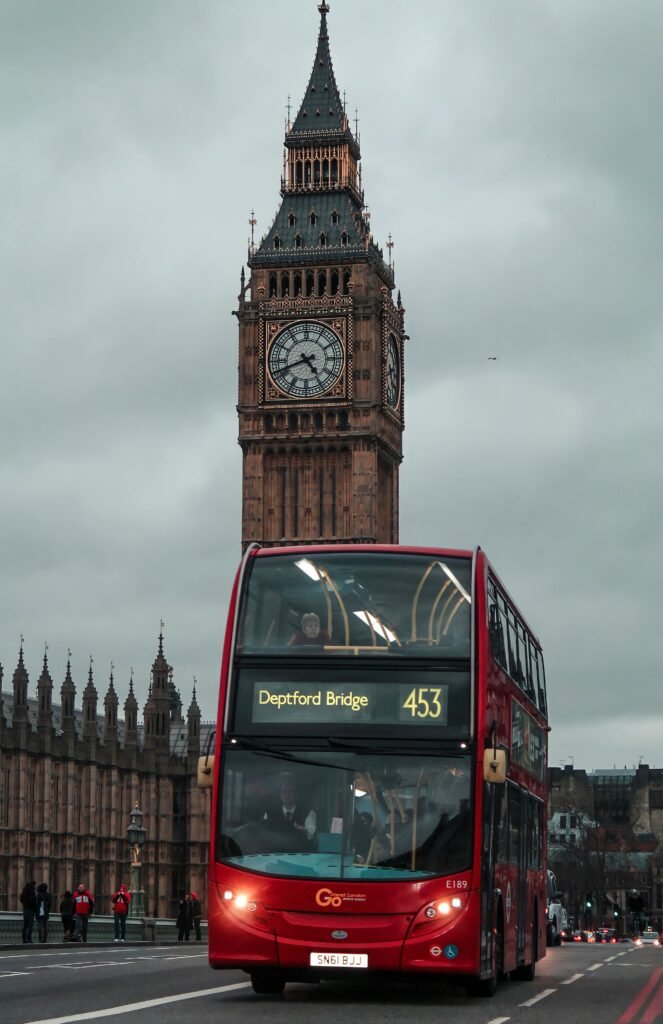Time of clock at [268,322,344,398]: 4:41
